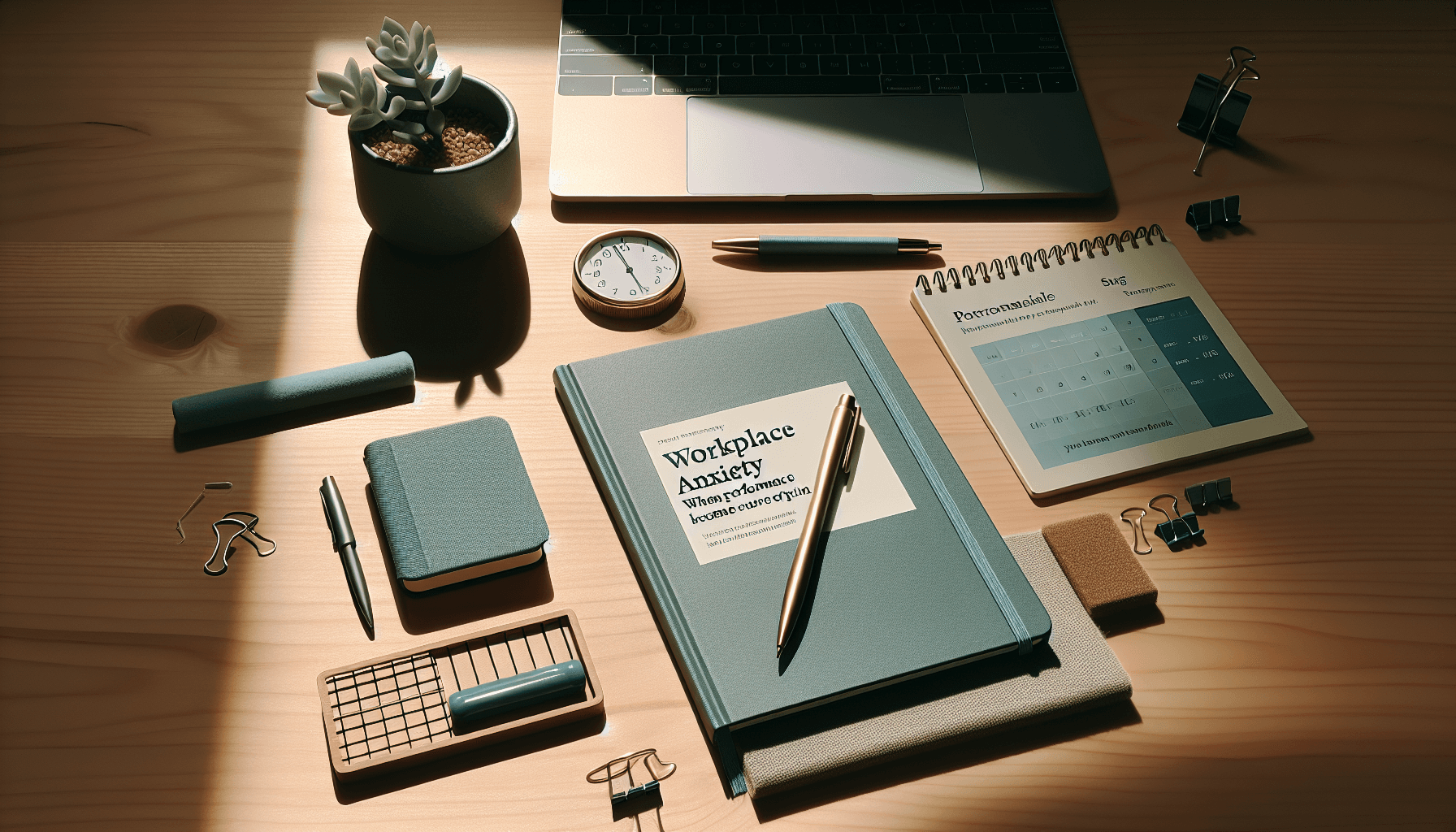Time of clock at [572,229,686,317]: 11:26
